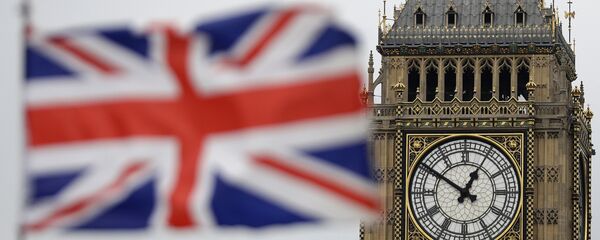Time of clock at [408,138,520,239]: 12:50
